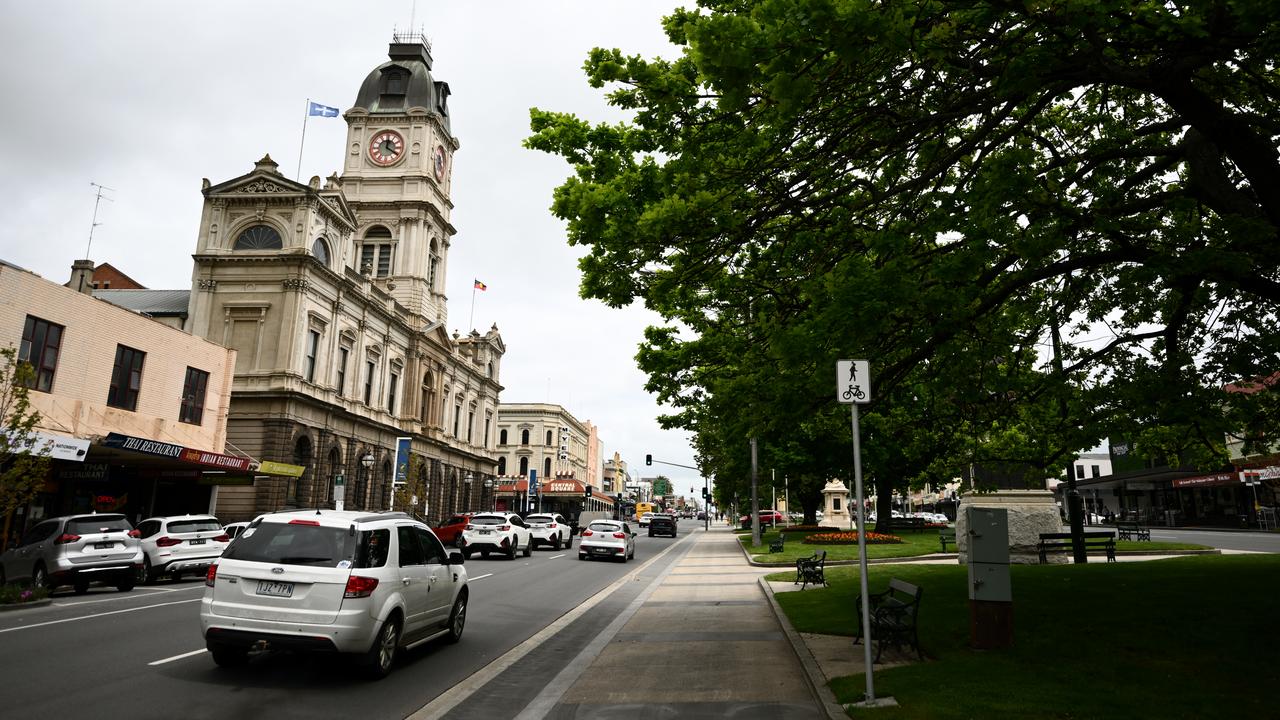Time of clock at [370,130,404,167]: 4:01
